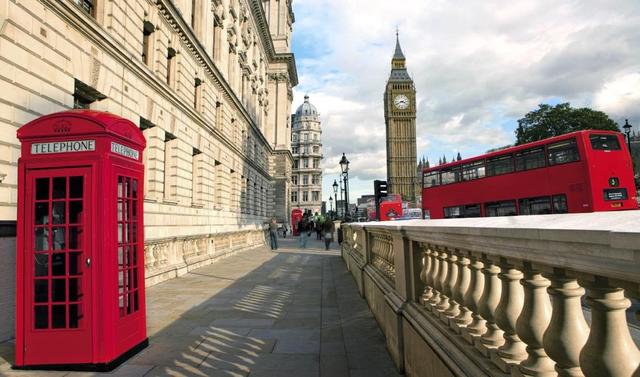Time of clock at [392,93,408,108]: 3:41
